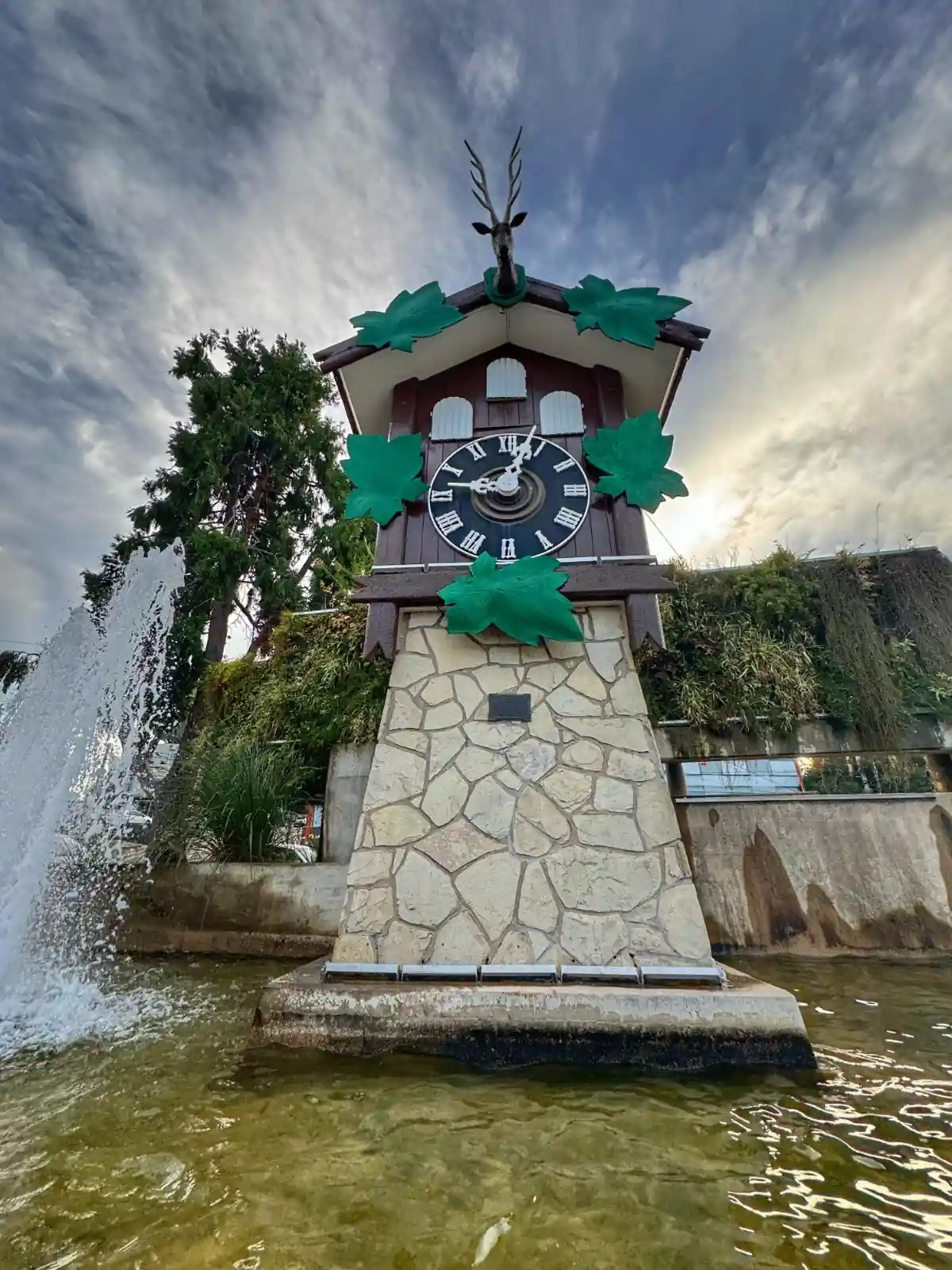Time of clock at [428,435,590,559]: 12:47
